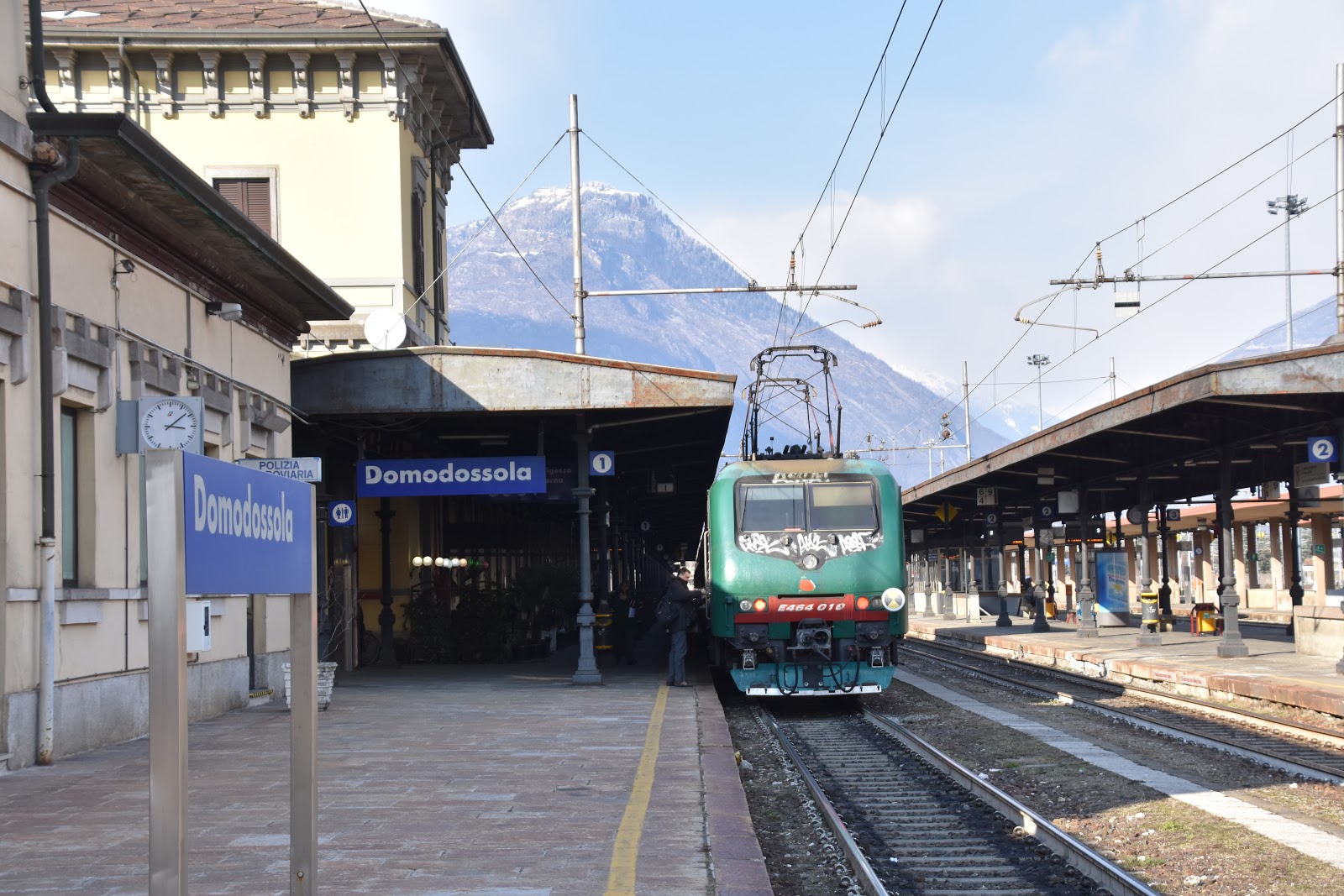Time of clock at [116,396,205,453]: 3:08
